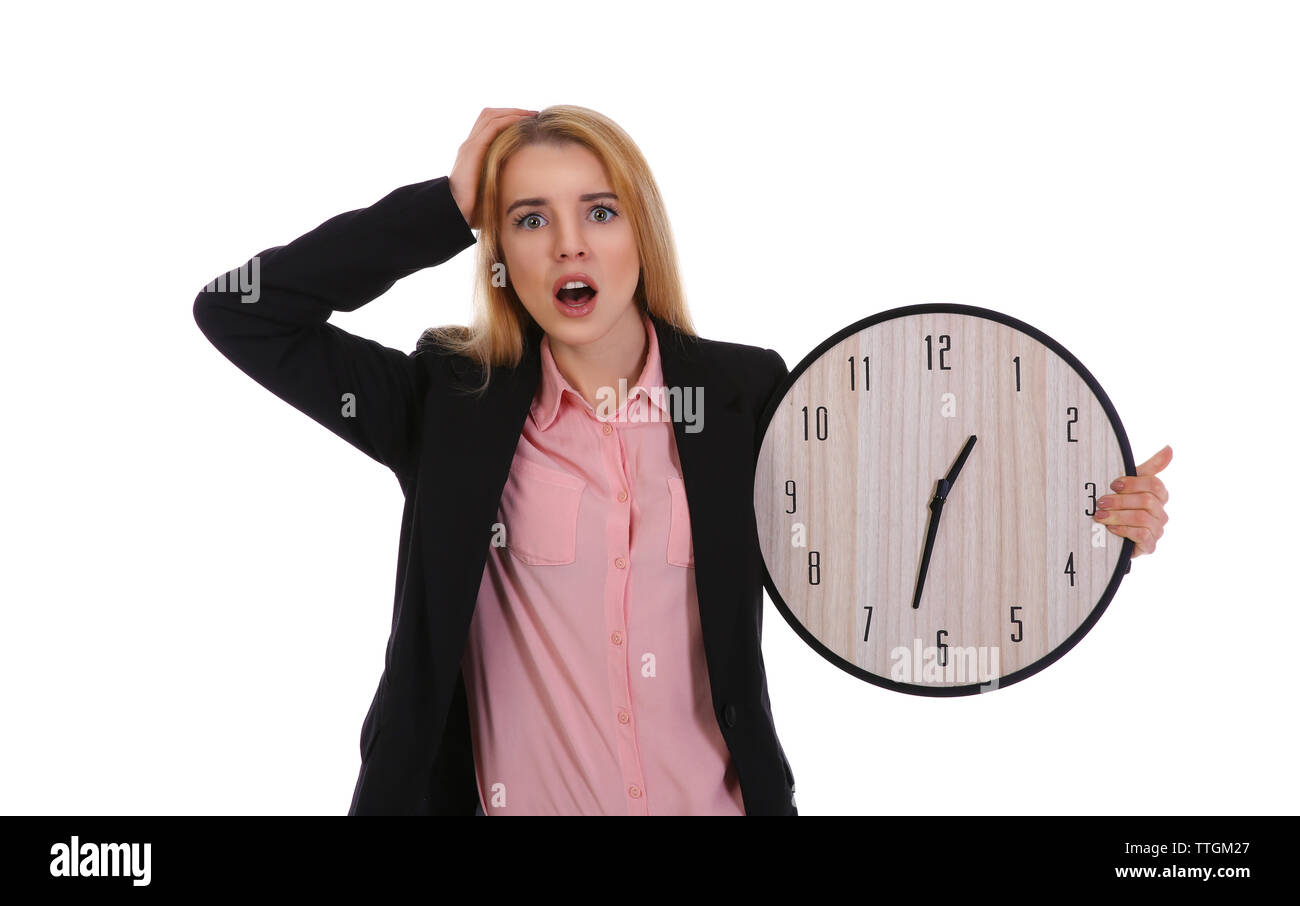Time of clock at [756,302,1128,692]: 1:32
